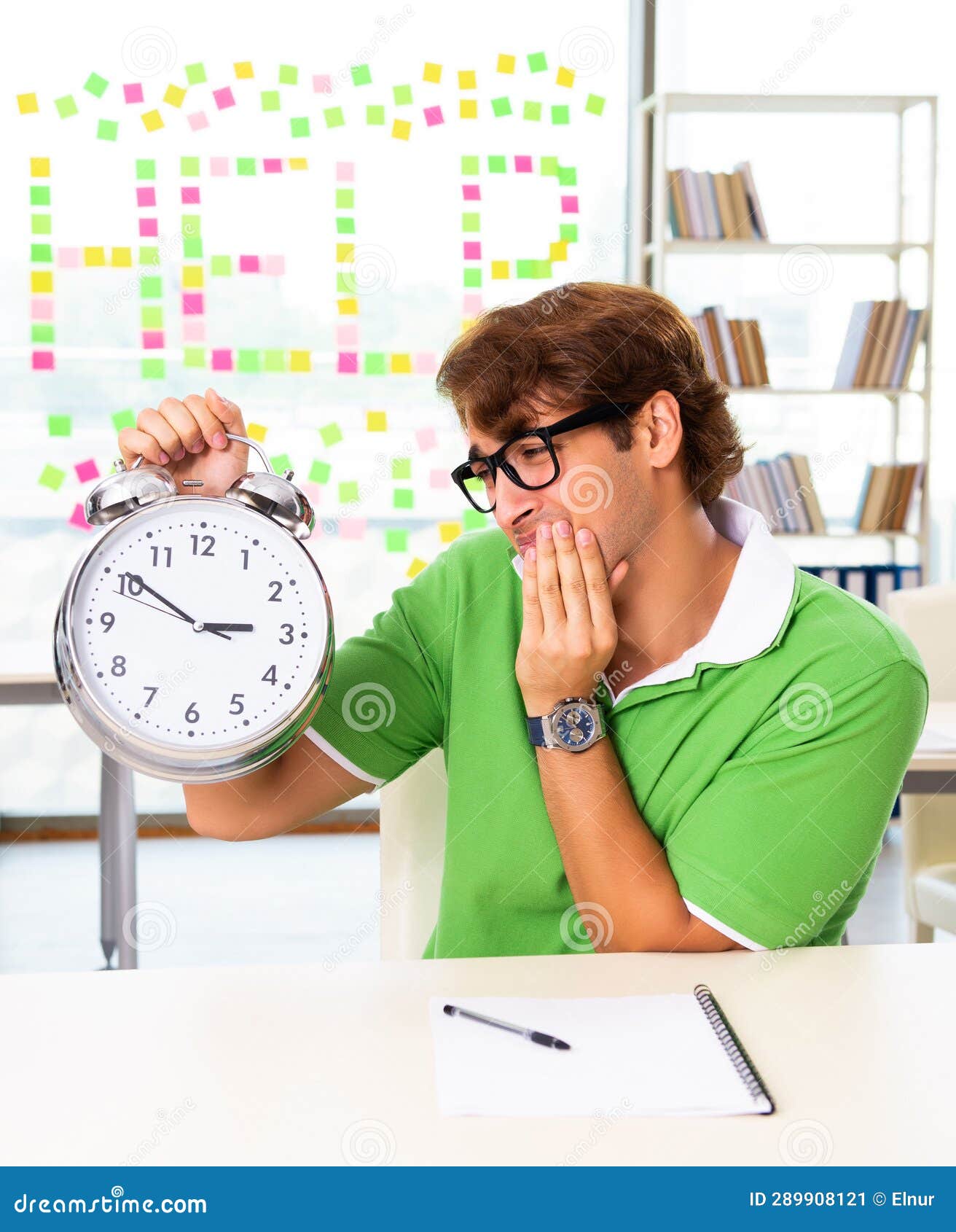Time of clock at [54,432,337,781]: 2:50
